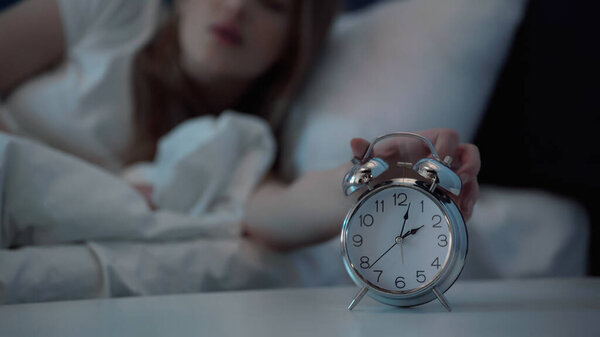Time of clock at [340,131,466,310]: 2:02
